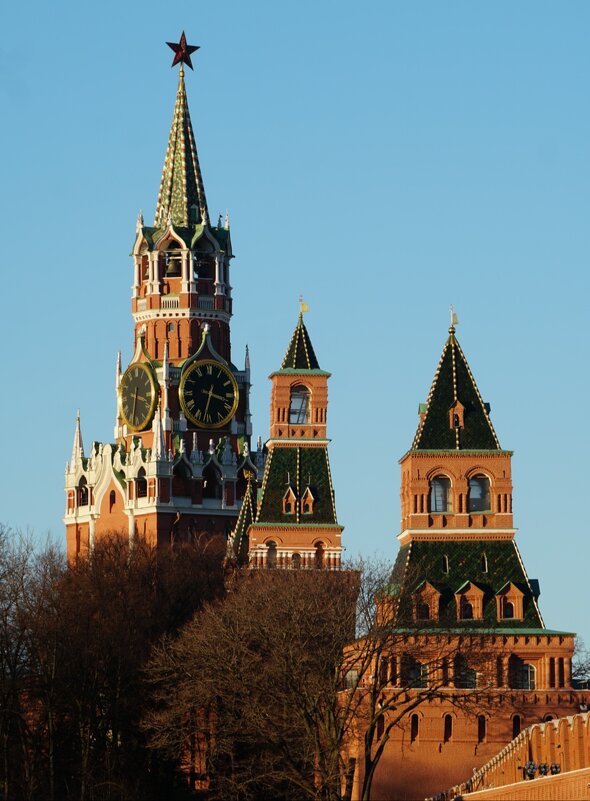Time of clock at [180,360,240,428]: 3:32
